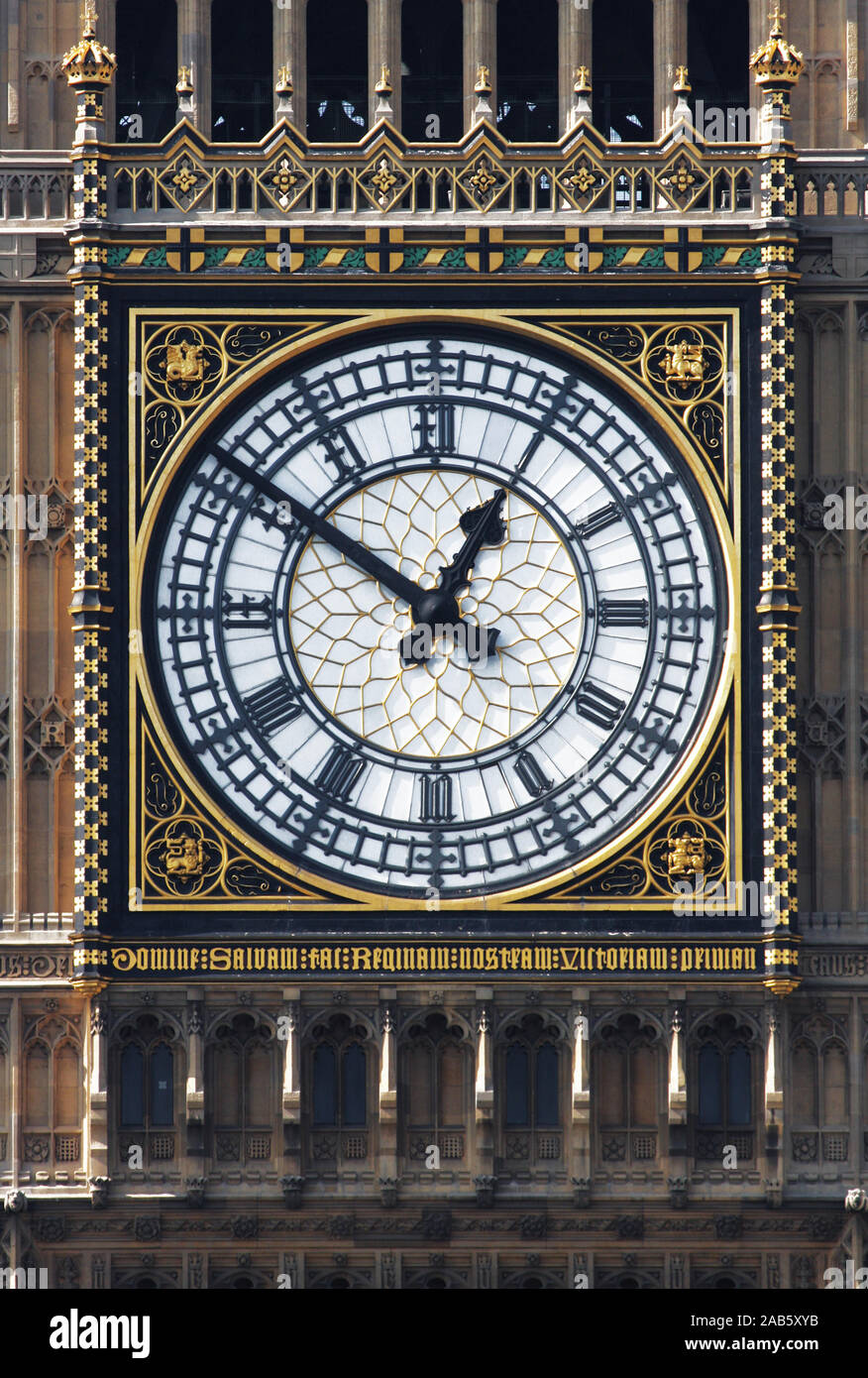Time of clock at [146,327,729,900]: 12:51
